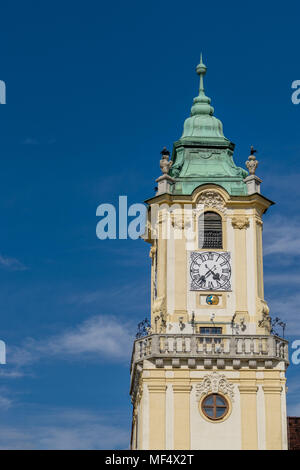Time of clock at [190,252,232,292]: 4:37
